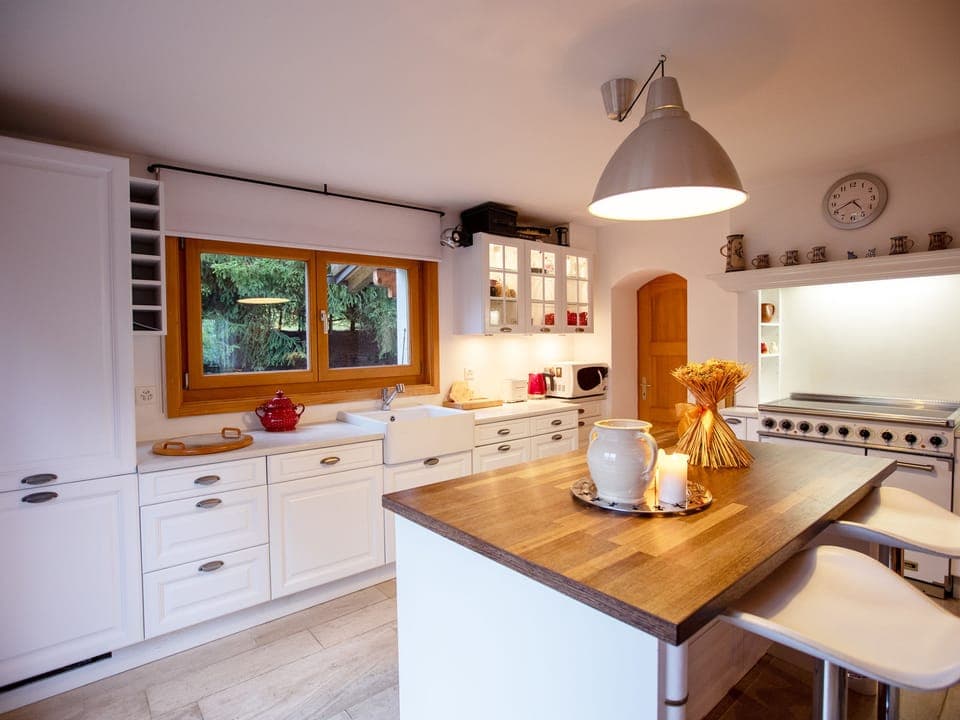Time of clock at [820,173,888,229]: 4:40
